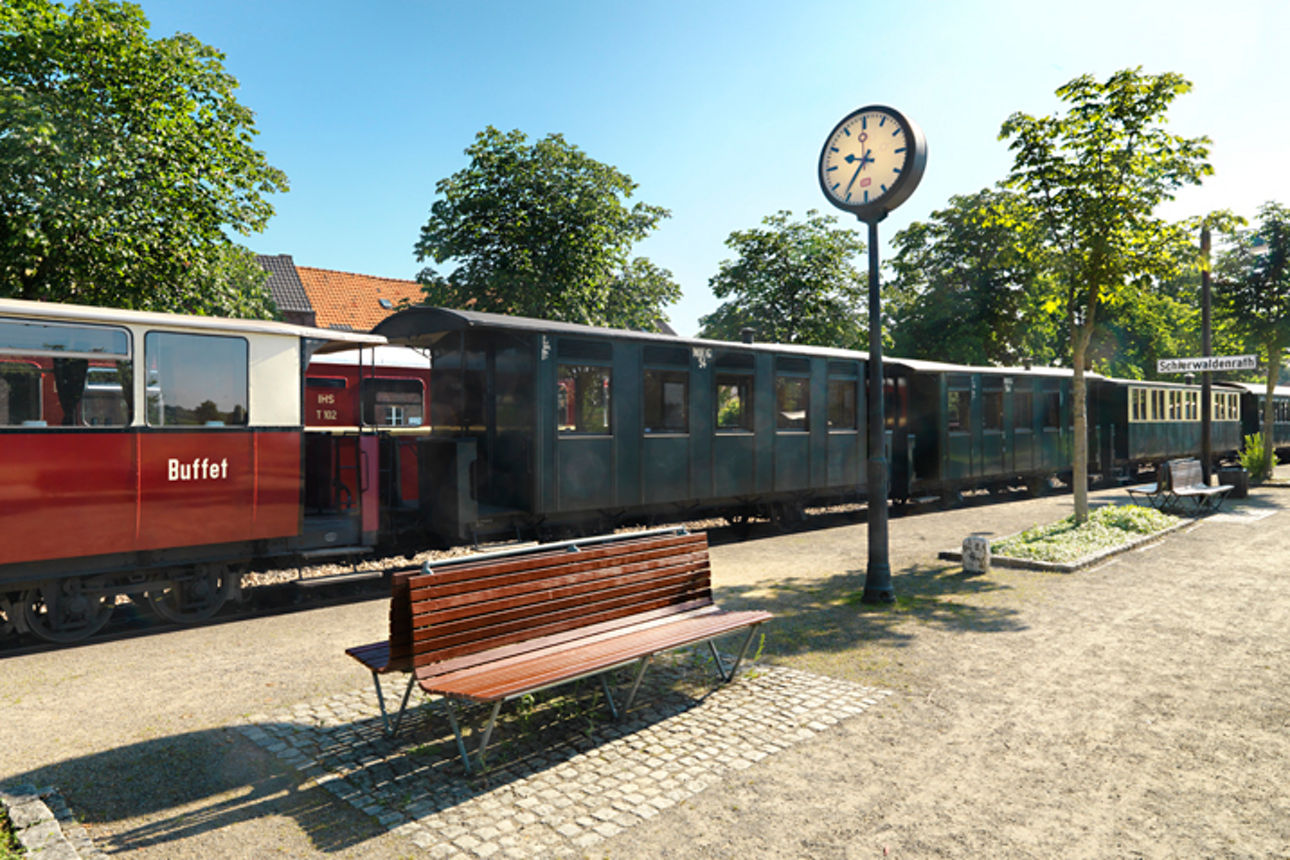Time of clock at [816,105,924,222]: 9:36
